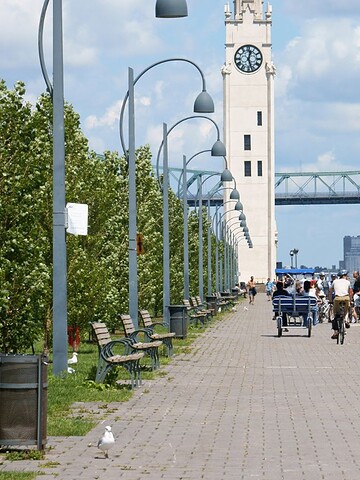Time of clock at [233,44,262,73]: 12:26
